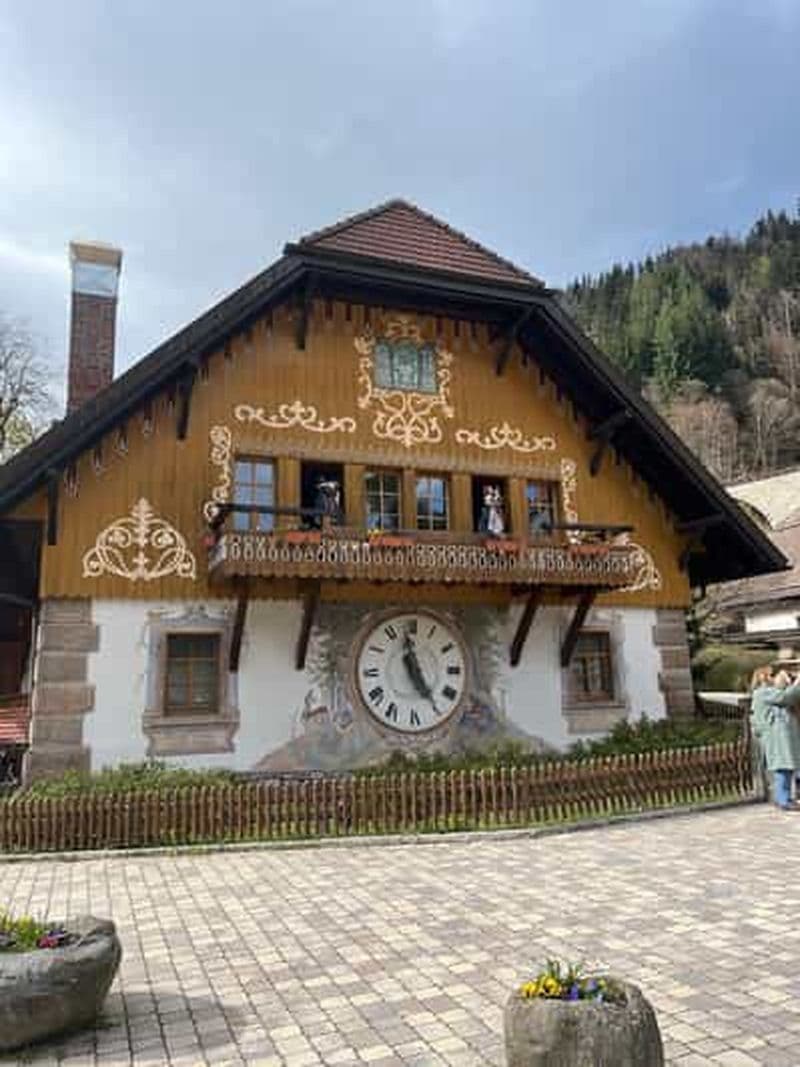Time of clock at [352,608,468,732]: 4:57
